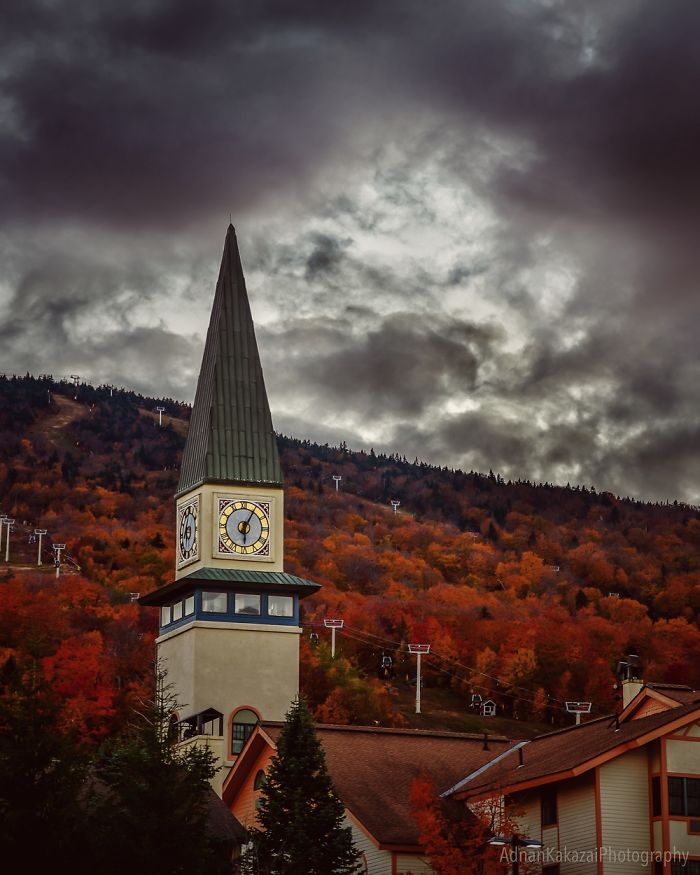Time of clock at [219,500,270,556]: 6:05
